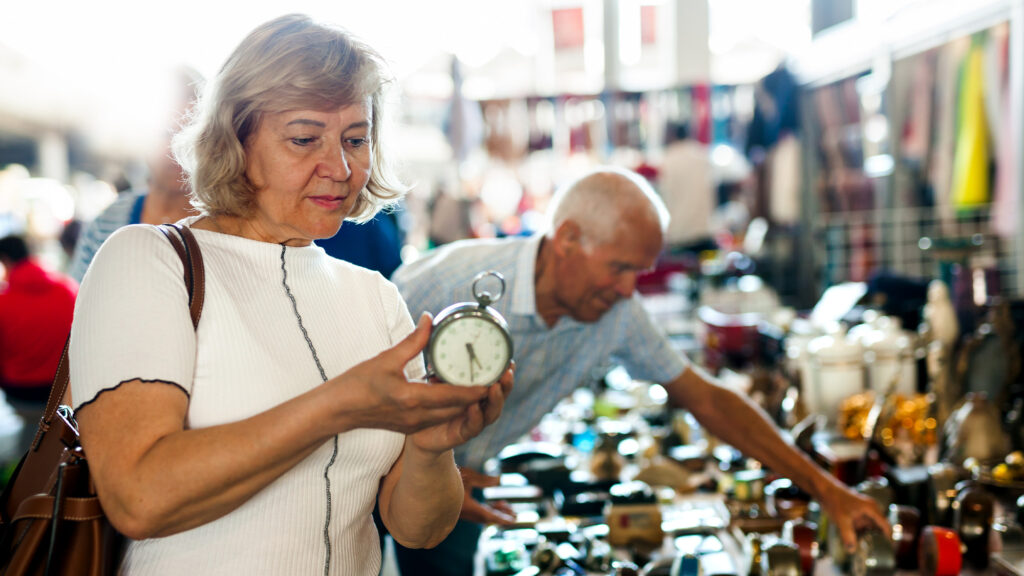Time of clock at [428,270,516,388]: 4:26
